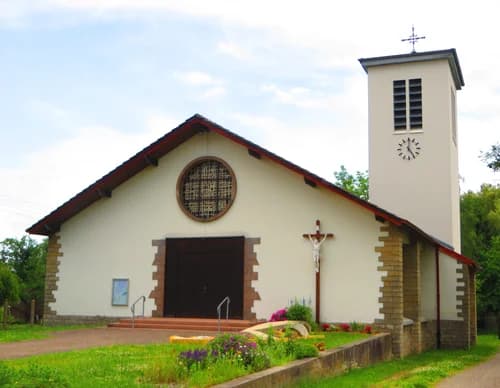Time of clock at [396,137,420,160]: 5:00
